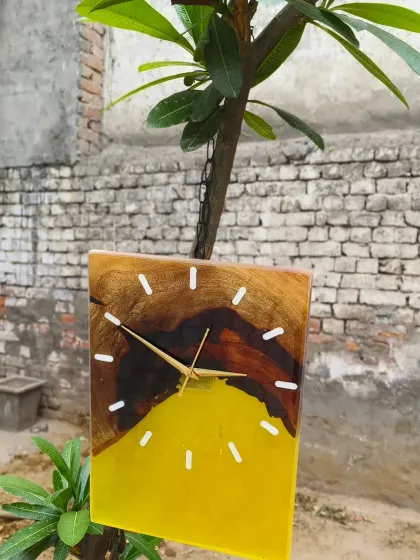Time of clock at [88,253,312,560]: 2:49
